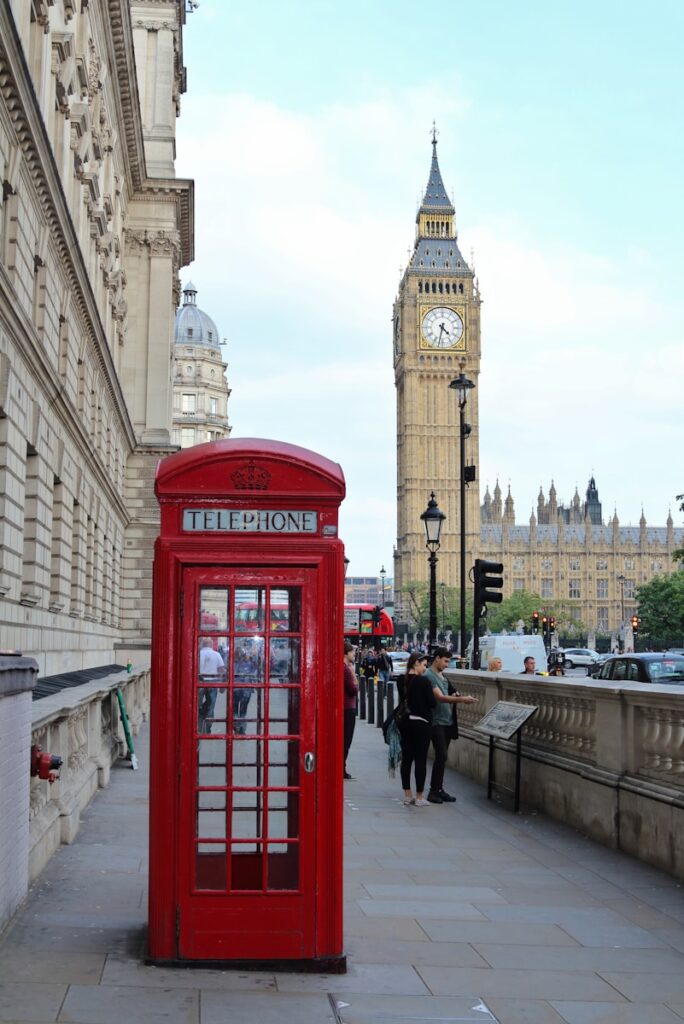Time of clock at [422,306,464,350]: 4:32
